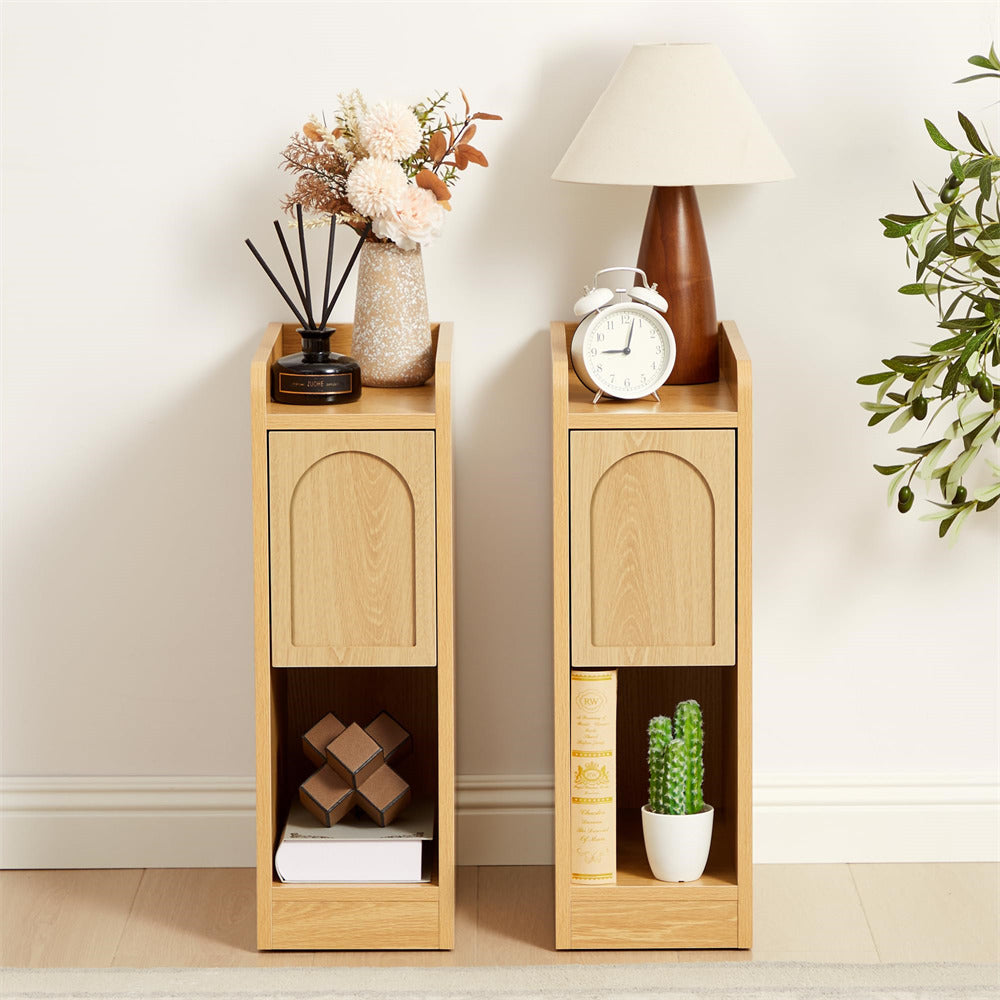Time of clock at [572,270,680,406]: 9:02
